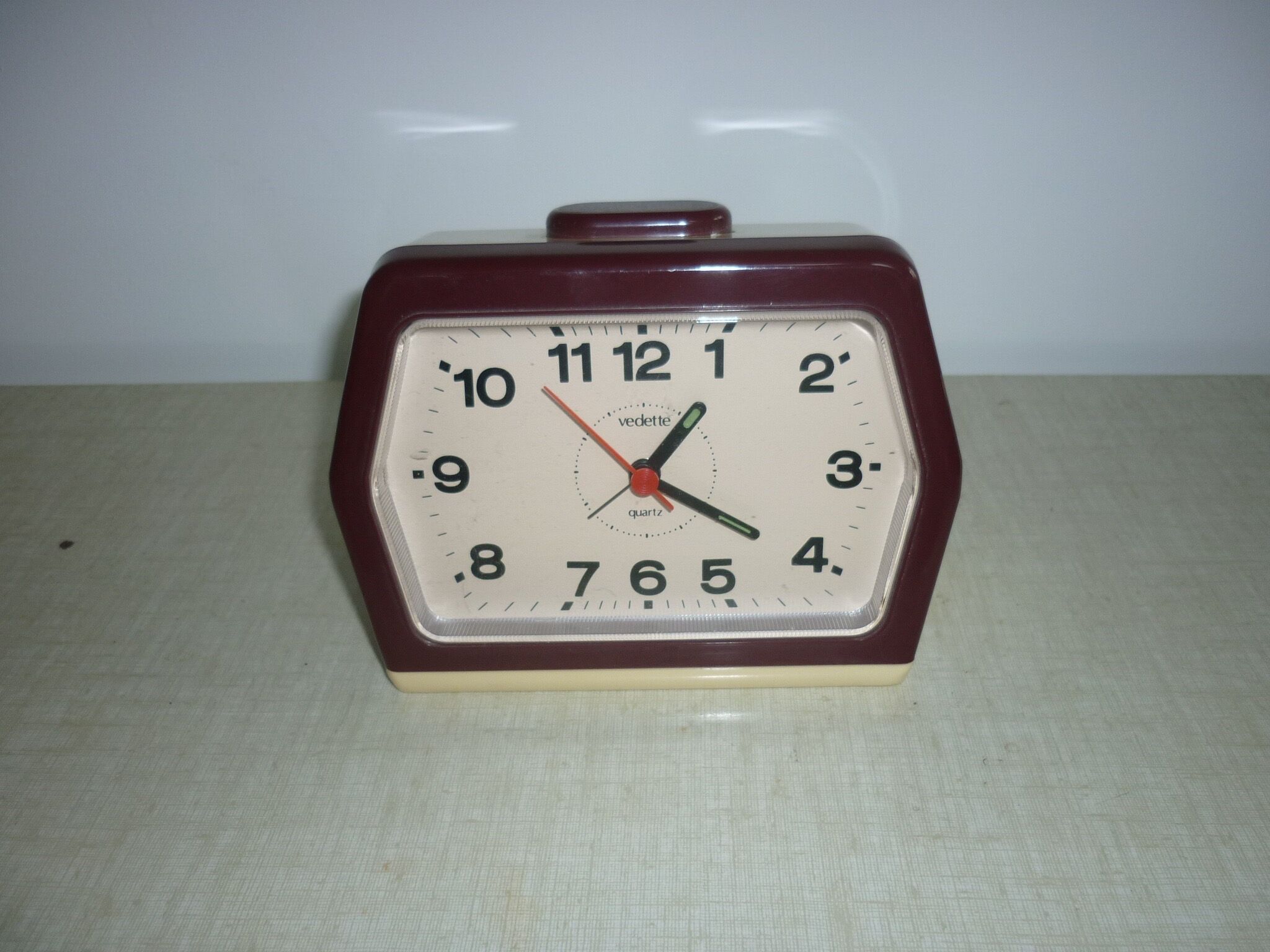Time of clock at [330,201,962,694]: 1:20
